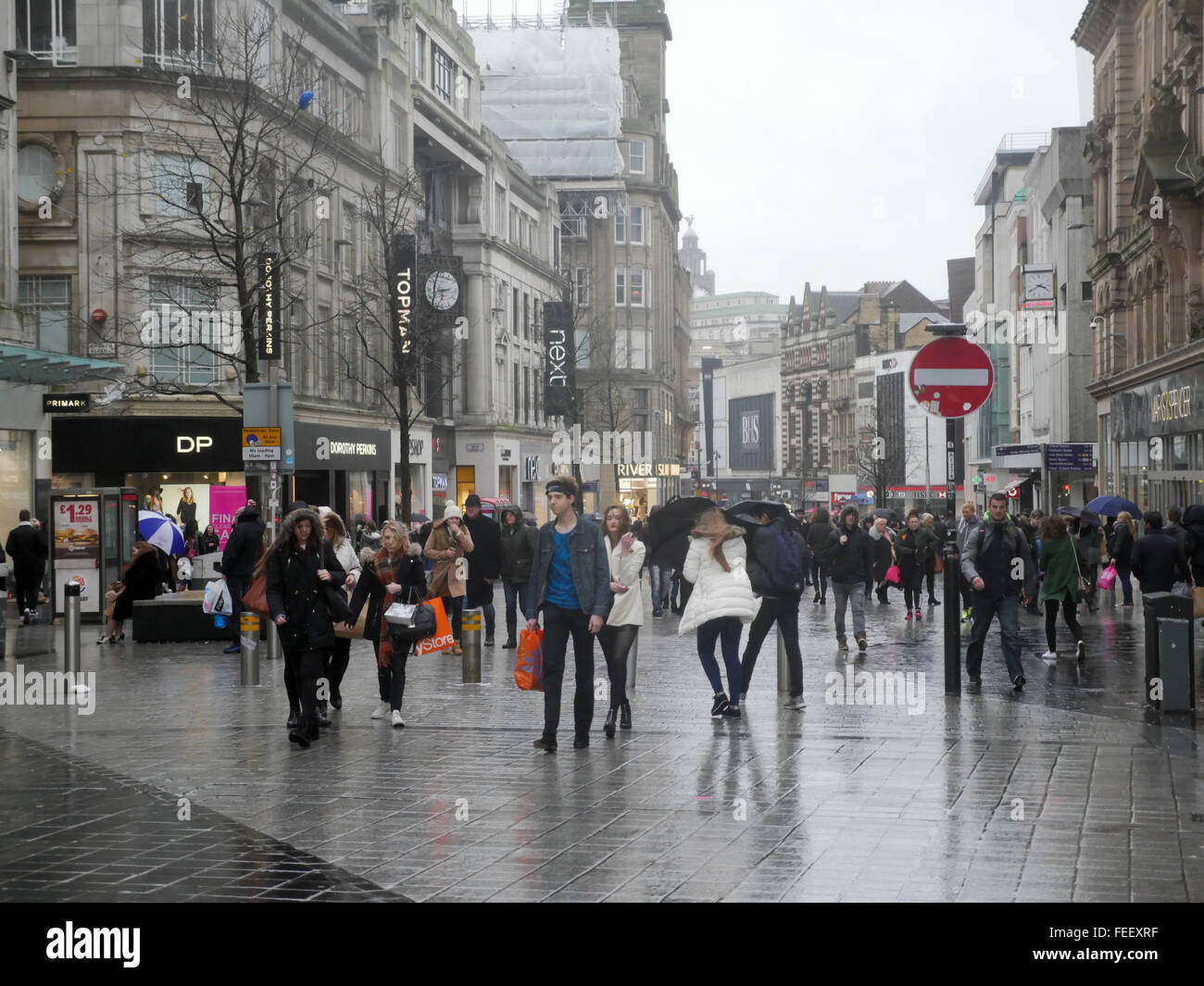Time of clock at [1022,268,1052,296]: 3:40
